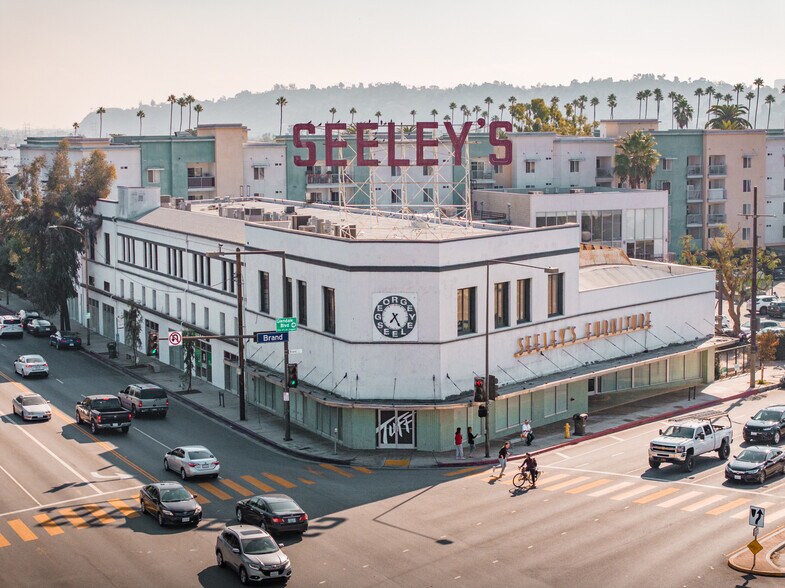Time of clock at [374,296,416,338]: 7:25
